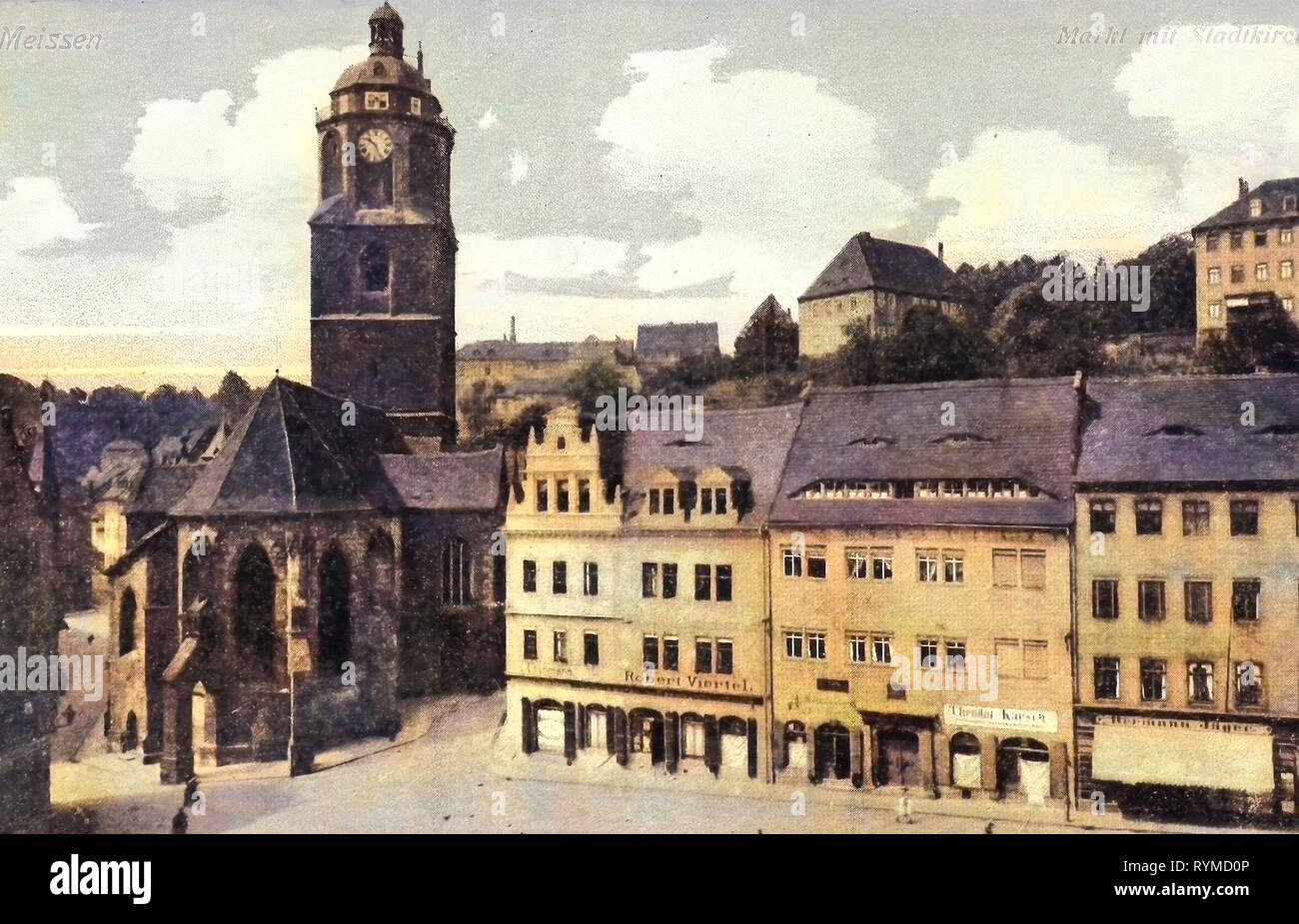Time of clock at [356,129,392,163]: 10:26
